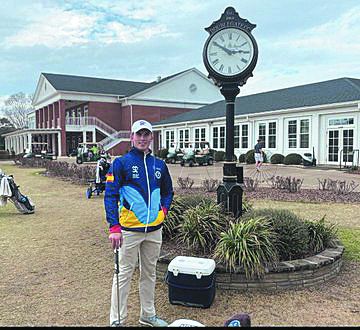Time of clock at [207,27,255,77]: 2:50
